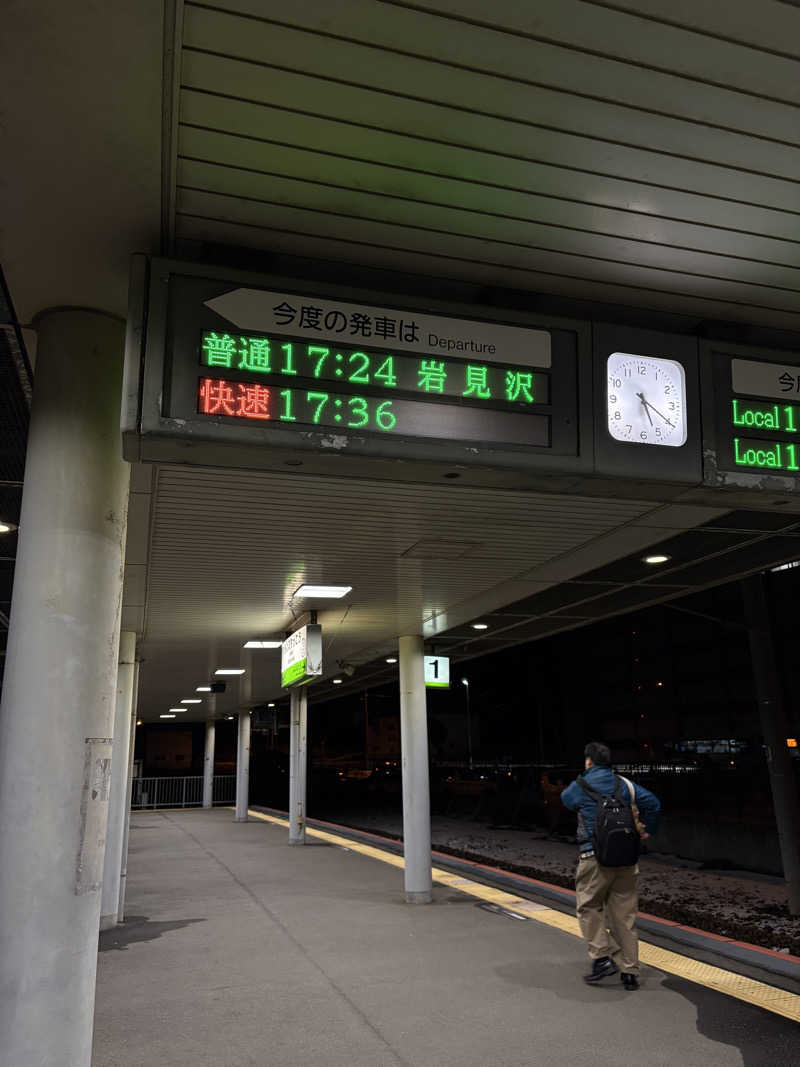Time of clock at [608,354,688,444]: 5:20
